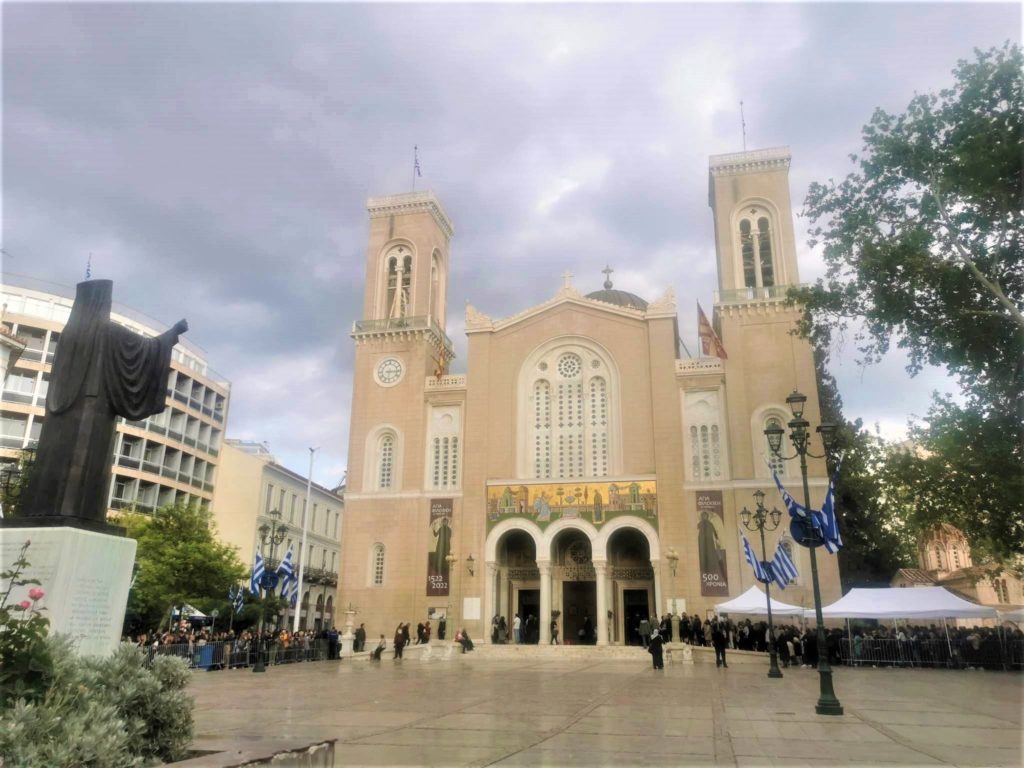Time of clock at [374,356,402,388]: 6:15
